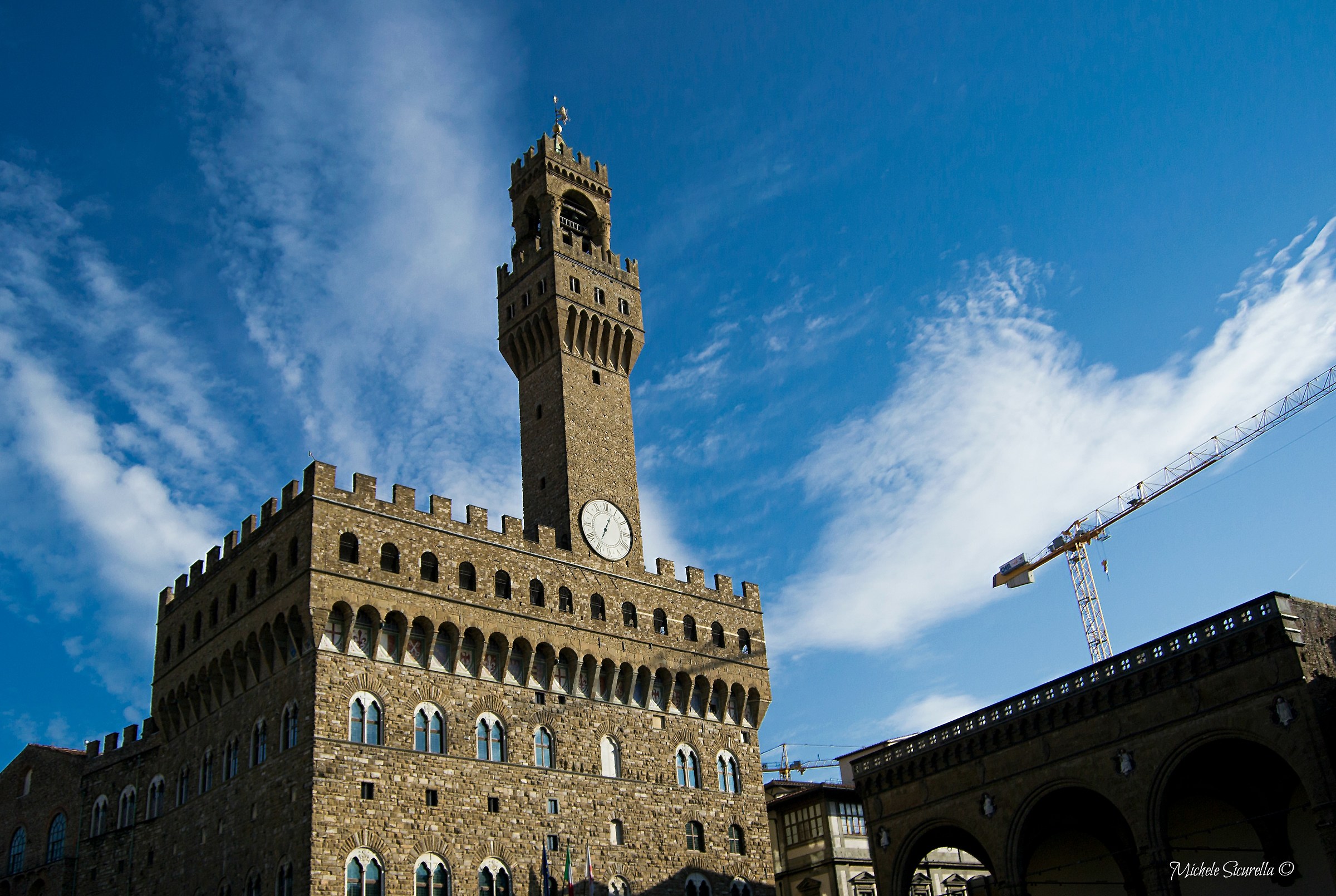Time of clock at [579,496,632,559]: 7:04
